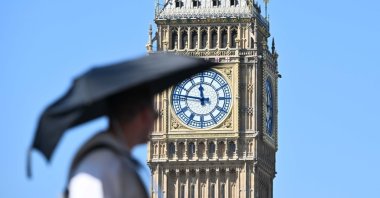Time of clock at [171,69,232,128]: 11:46
